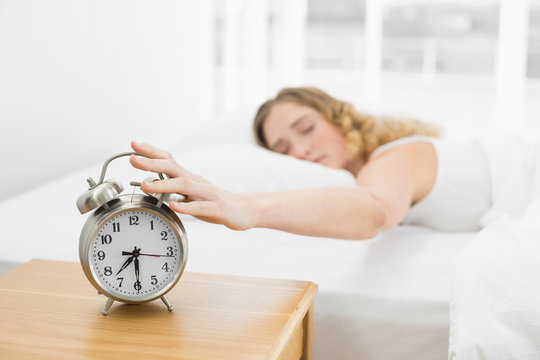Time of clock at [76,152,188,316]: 7:29
